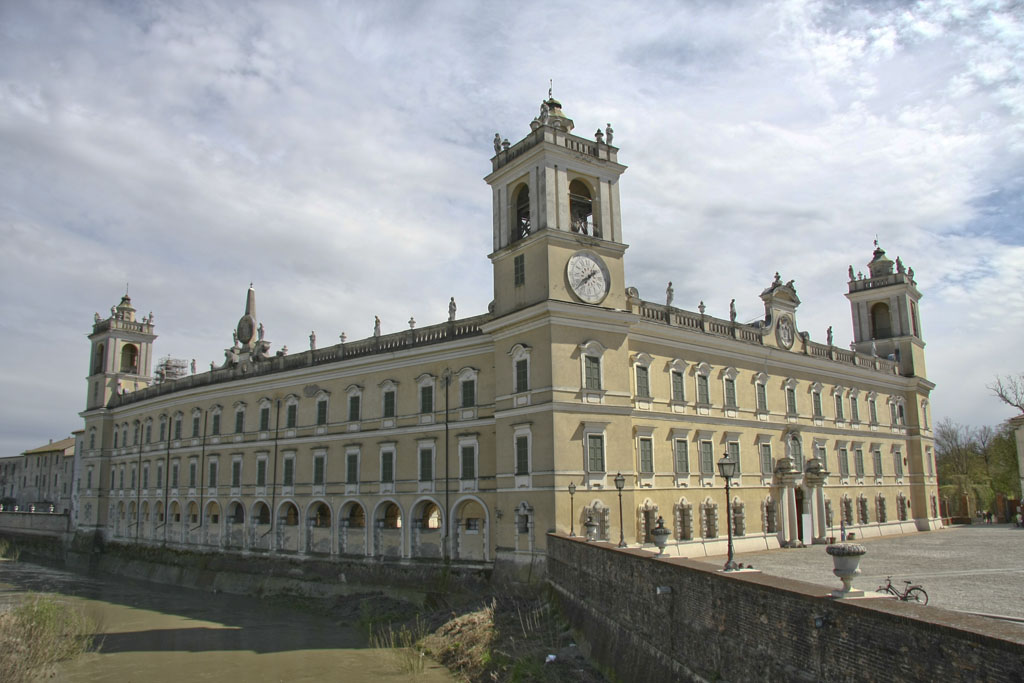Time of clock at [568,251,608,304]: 1:38
